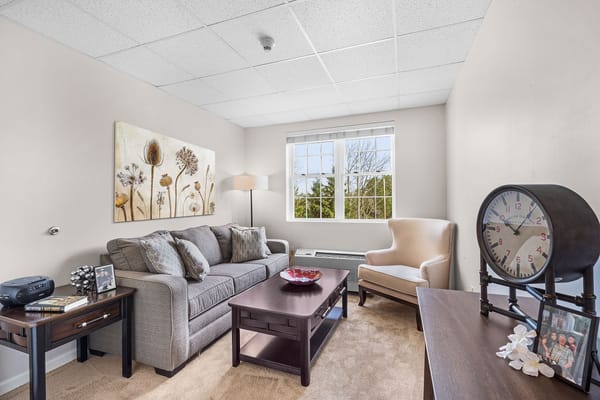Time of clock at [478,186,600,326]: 10:06
